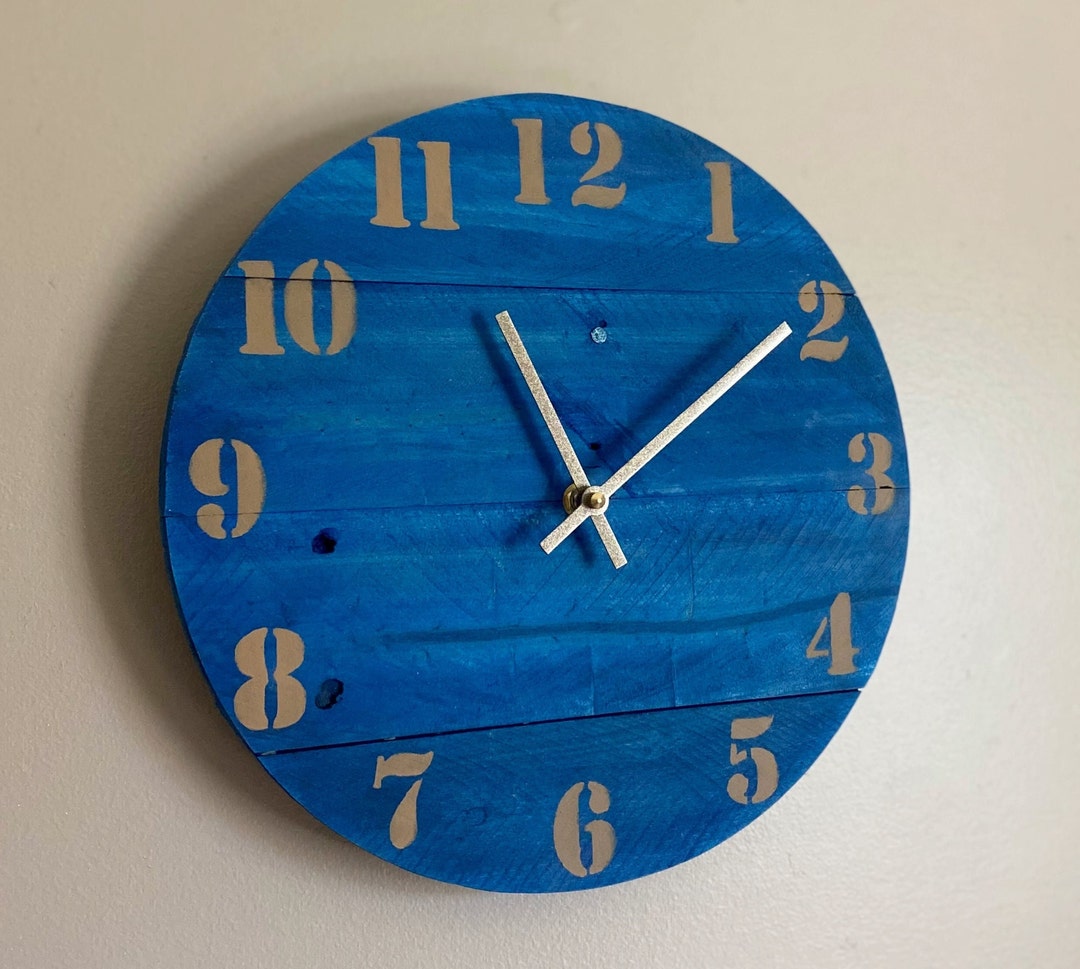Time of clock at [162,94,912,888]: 11:09
